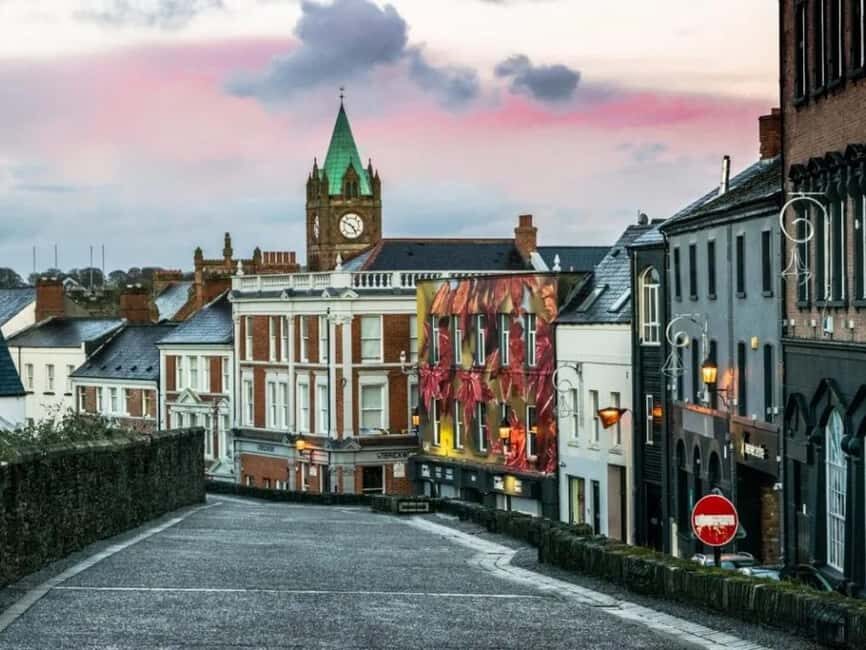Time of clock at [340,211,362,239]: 4:49
